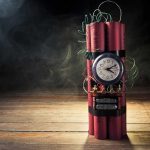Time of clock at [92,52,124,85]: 4:10
